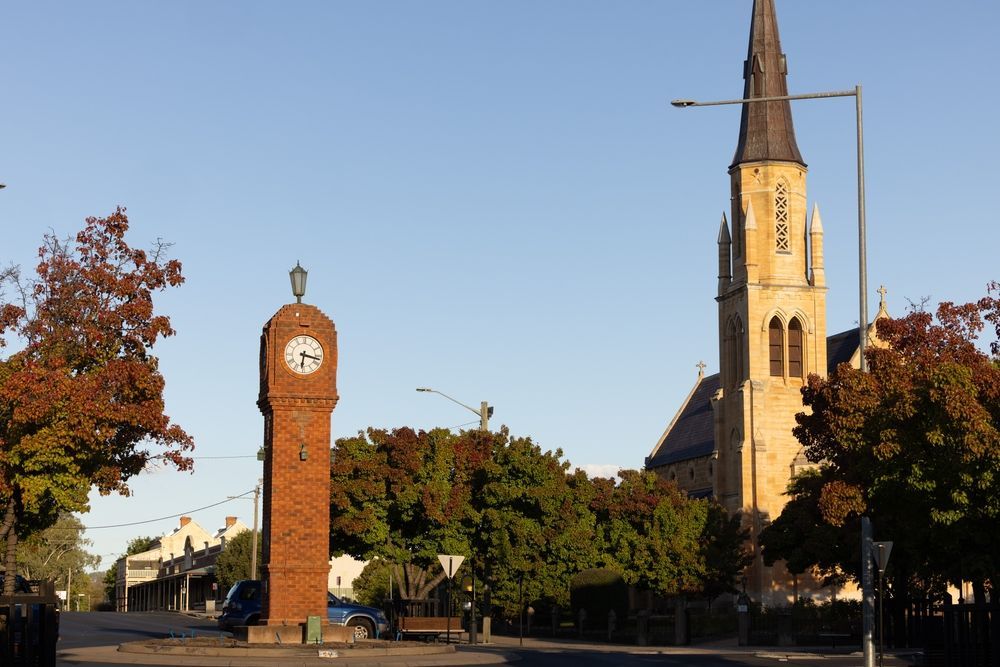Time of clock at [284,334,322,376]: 6:17
